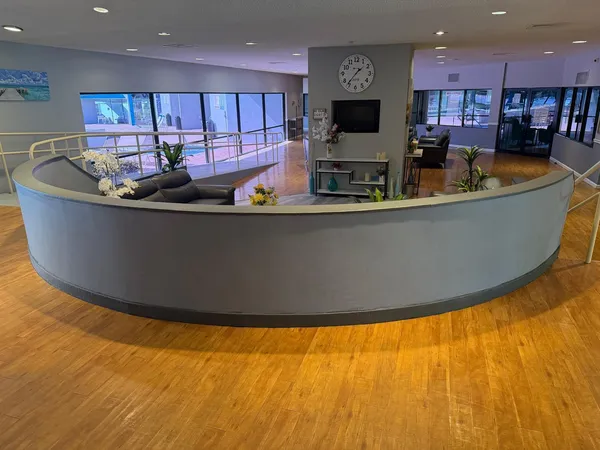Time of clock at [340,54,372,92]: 1:36
